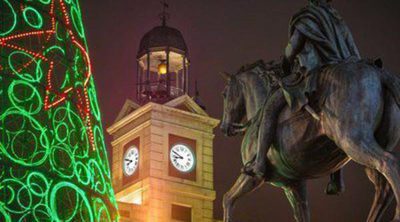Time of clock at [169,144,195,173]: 8:49
